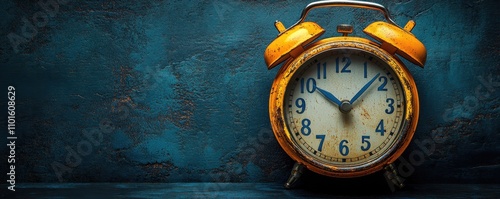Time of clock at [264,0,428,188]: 10:07
